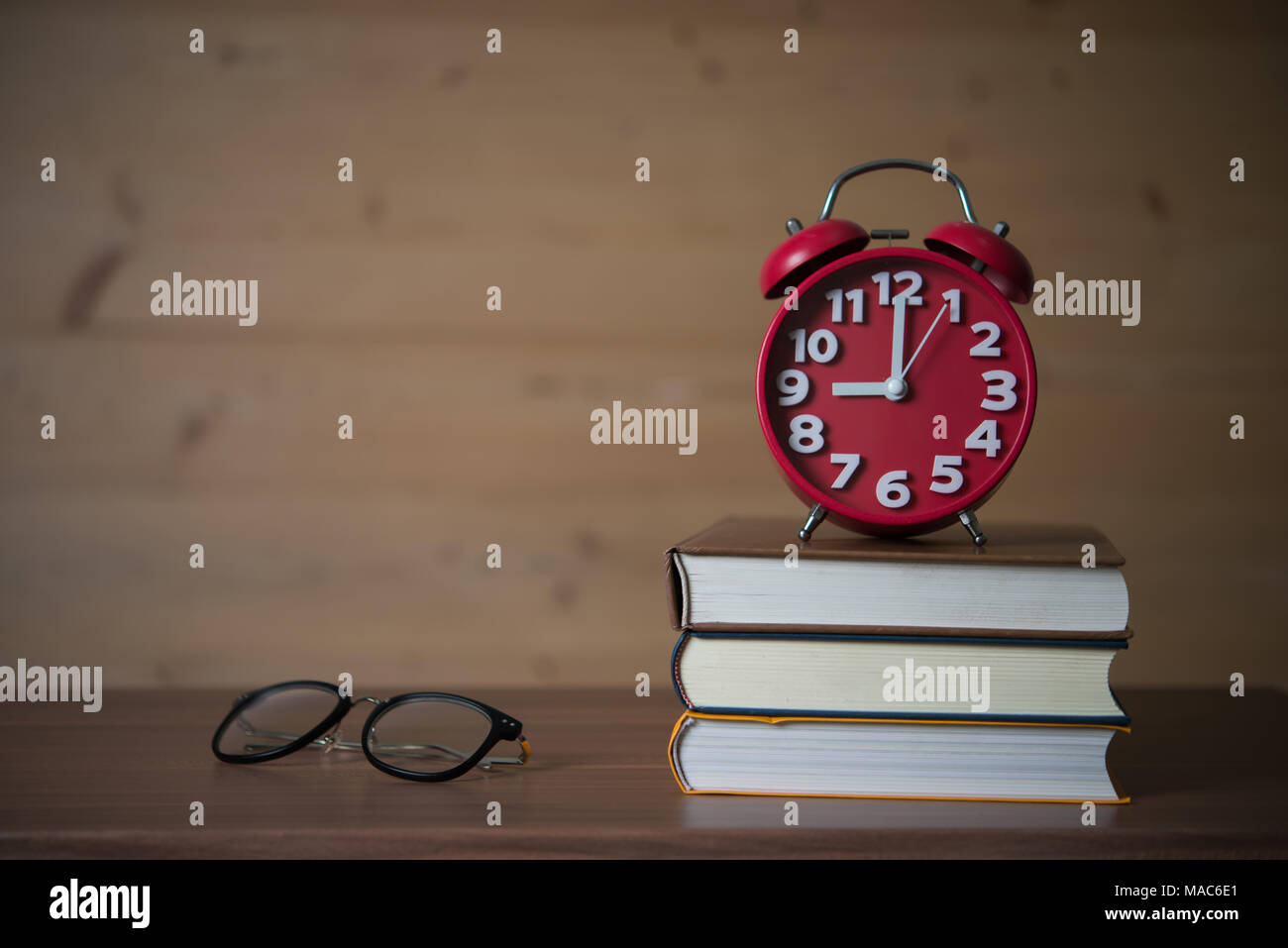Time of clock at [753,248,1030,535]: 9:00
